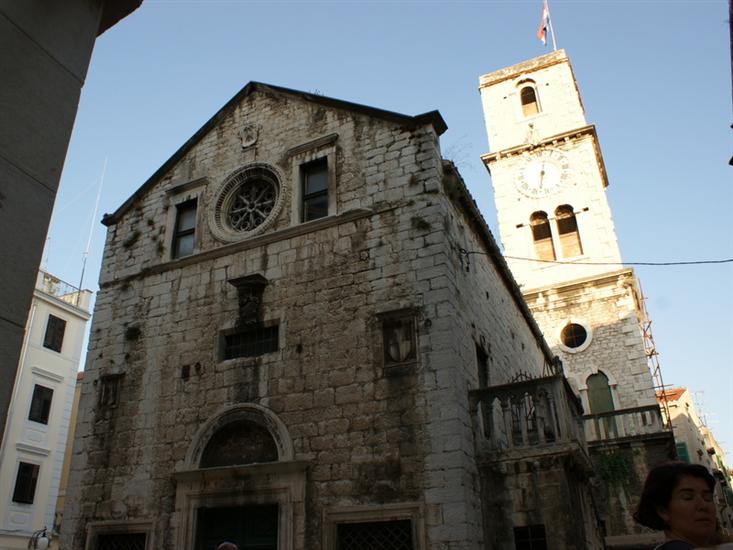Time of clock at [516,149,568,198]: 12:32
